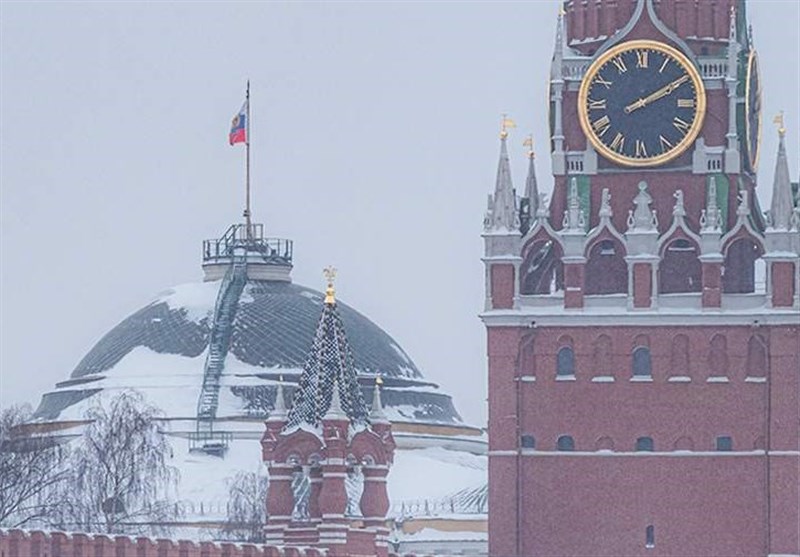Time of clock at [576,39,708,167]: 2:09
